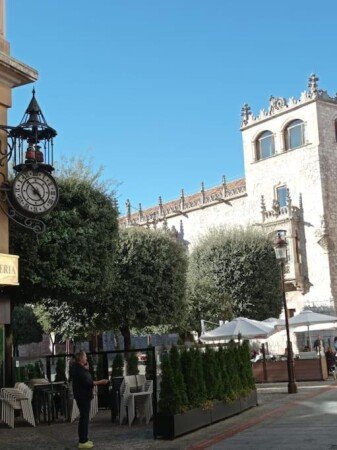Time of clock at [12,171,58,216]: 4:52
